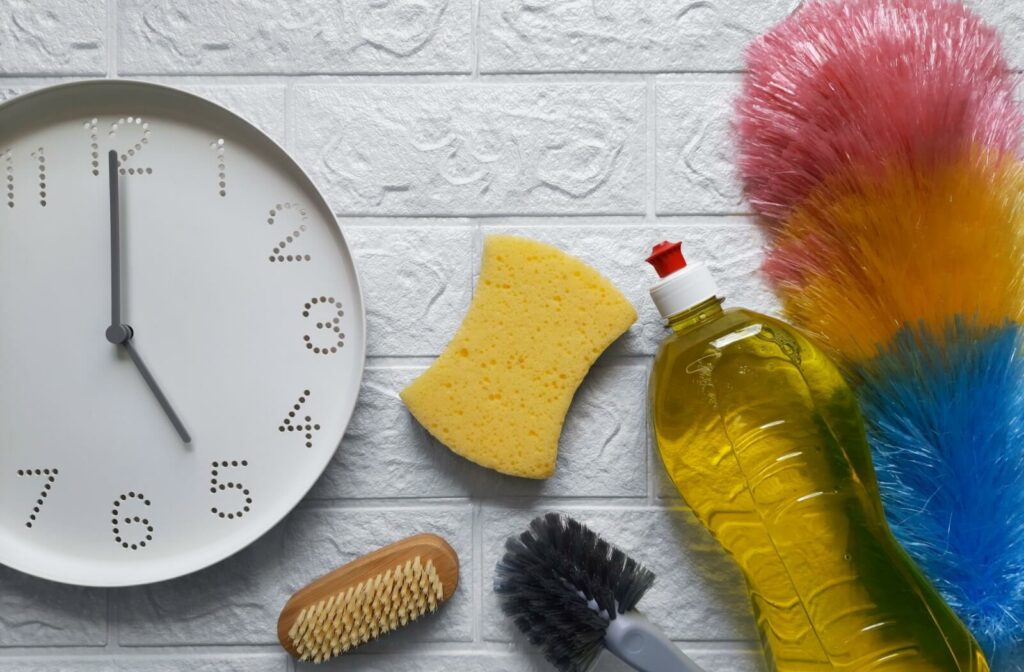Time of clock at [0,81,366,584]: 5:00
